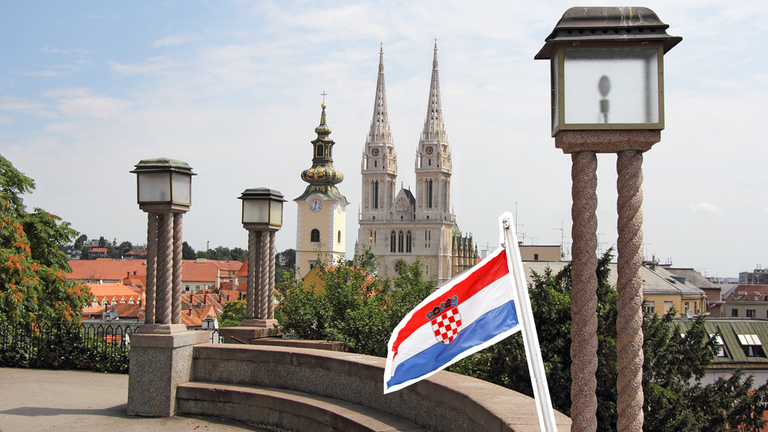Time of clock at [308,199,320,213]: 12:32
